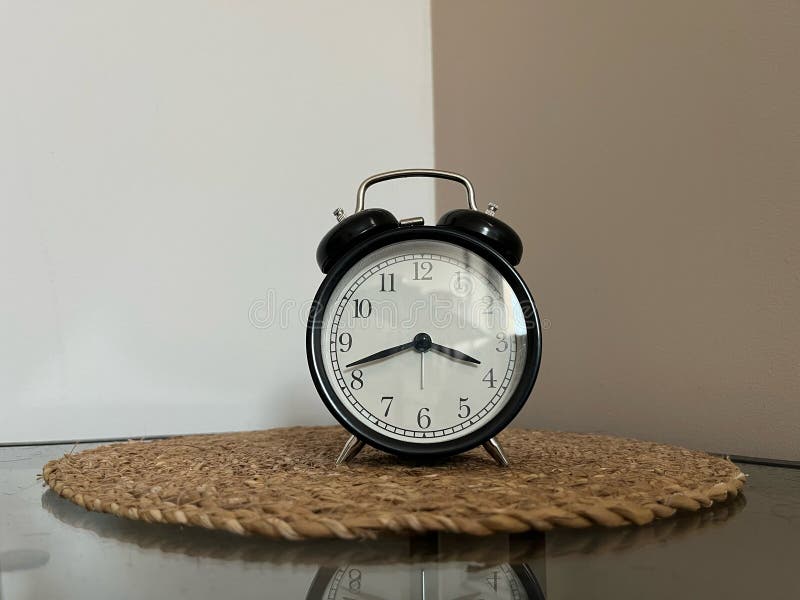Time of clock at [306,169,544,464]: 3:42
